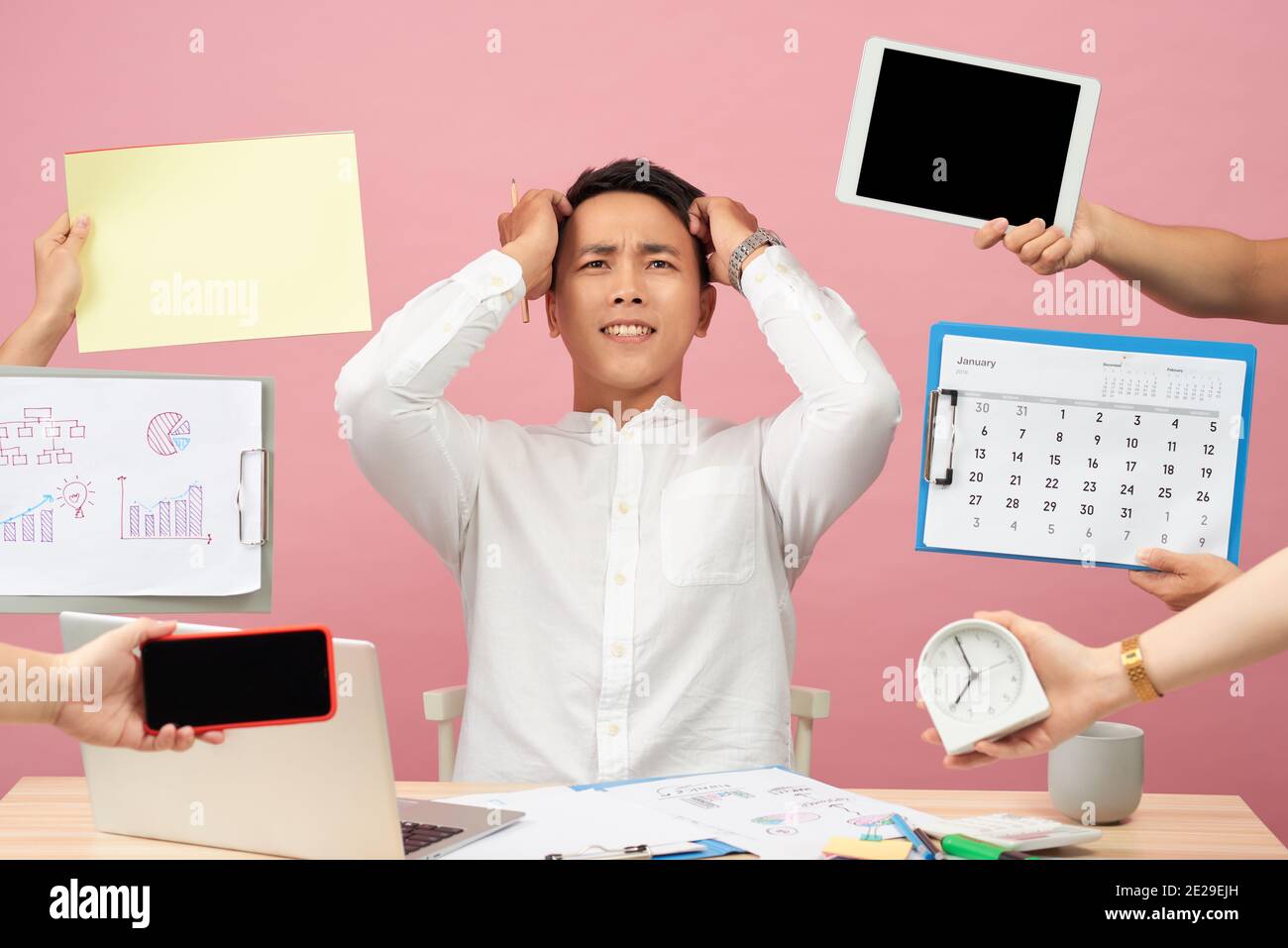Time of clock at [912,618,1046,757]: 6:55
